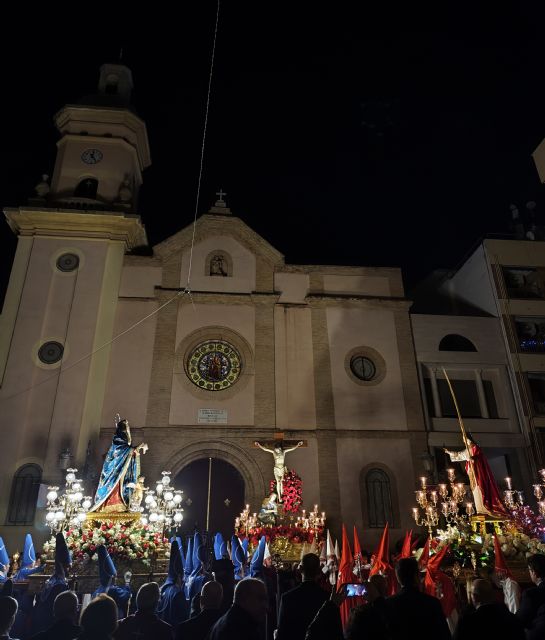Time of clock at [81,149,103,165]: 12:24
